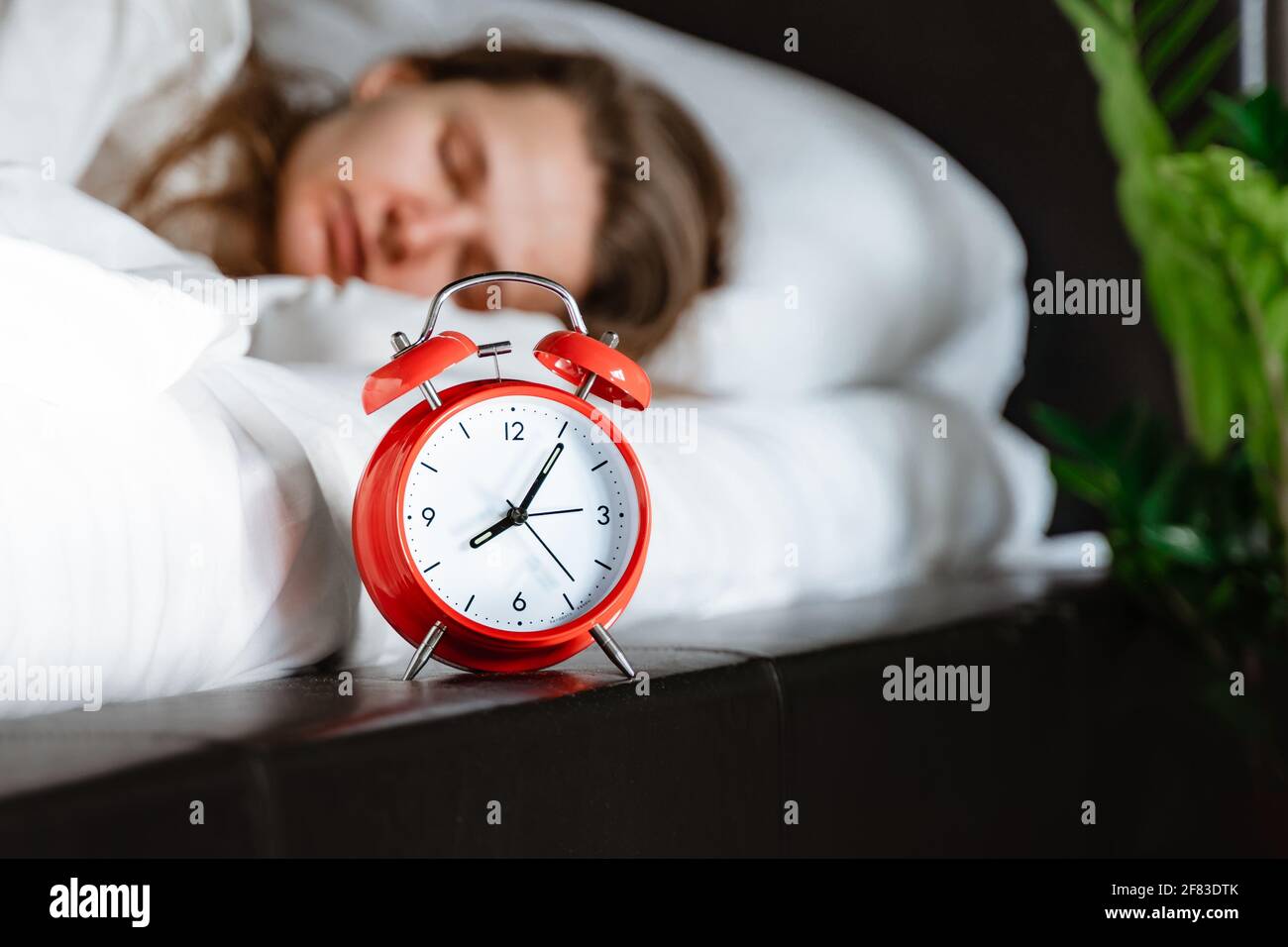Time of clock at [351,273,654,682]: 8:05
